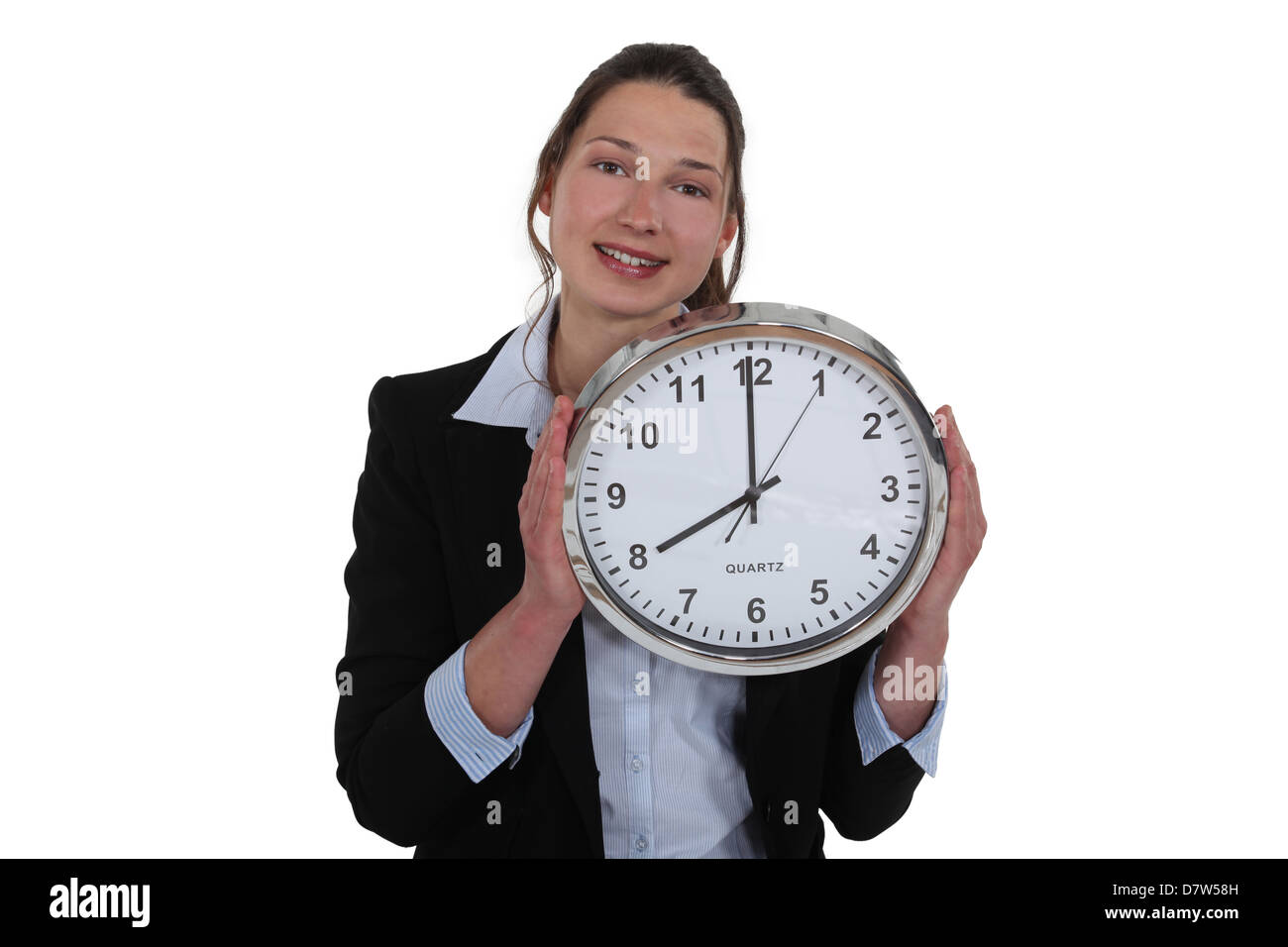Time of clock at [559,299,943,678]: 7:59
